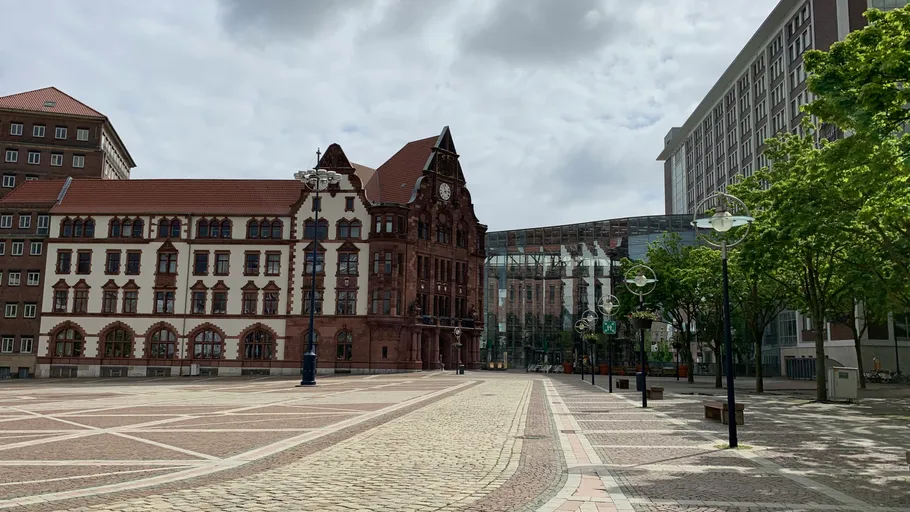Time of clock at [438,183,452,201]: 11:13
